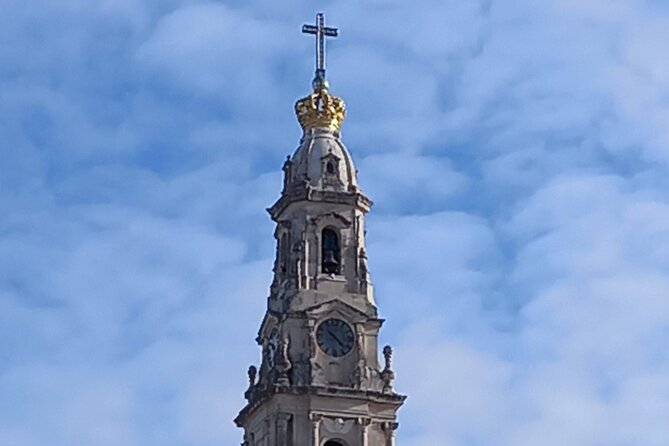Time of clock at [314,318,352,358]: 10:22
